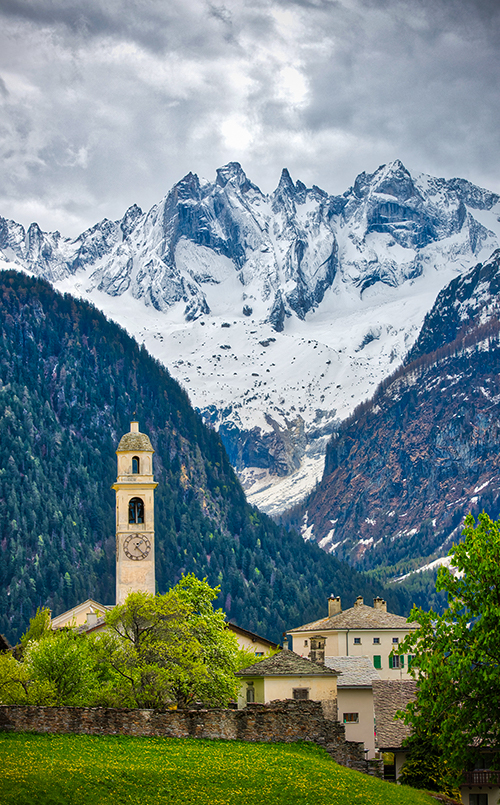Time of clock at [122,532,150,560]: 1:22
